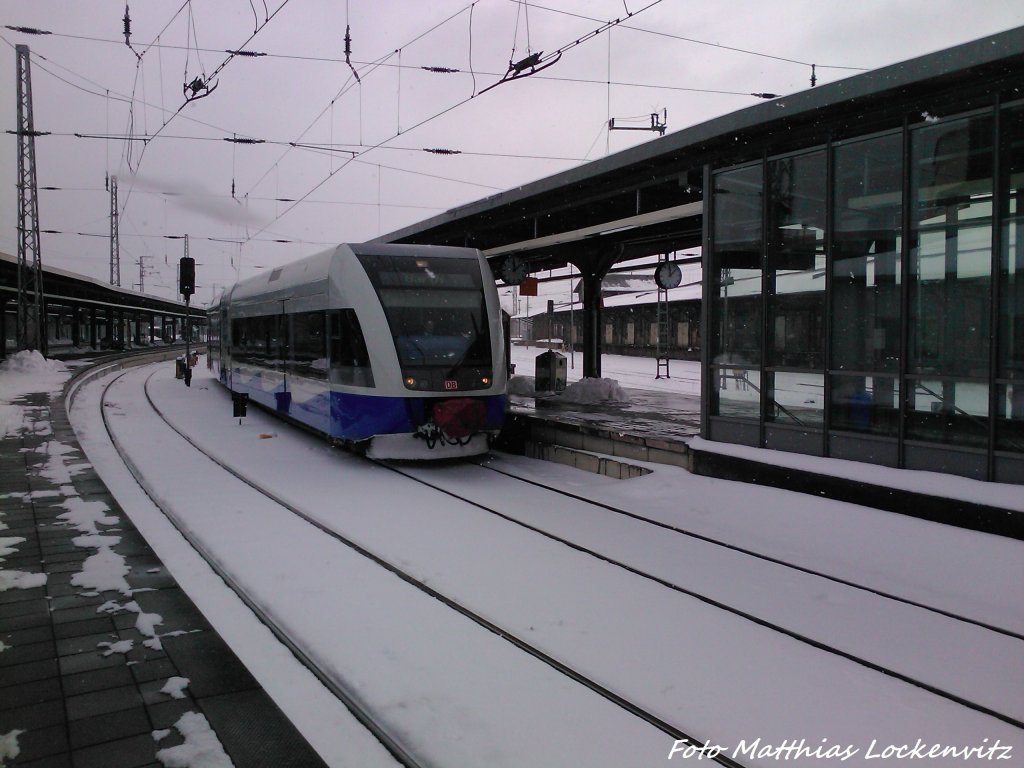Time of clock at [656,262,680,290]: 12:07
